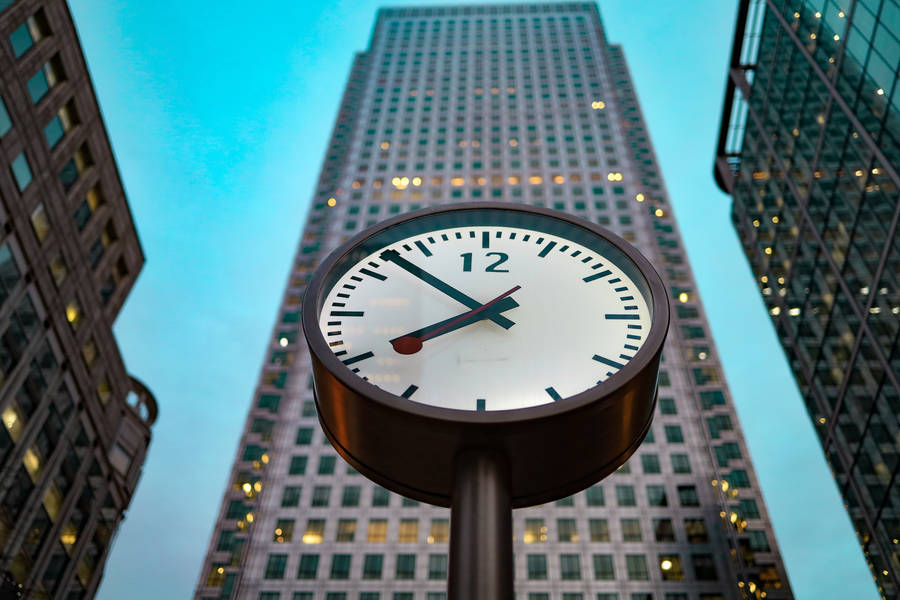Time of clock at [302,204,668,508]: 7:52
